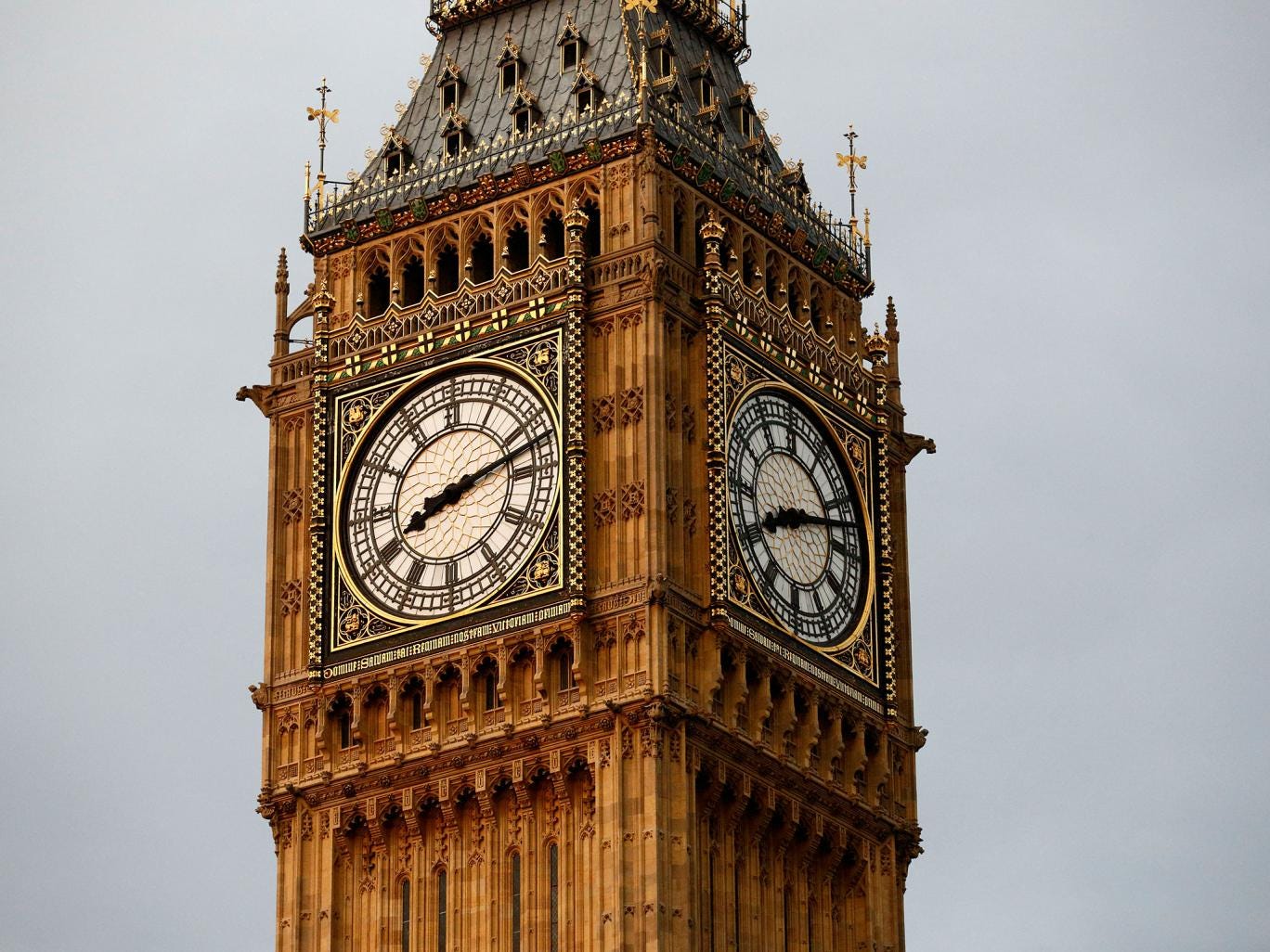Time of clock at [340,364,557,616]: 8:12
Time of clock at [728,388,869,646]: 8:12
